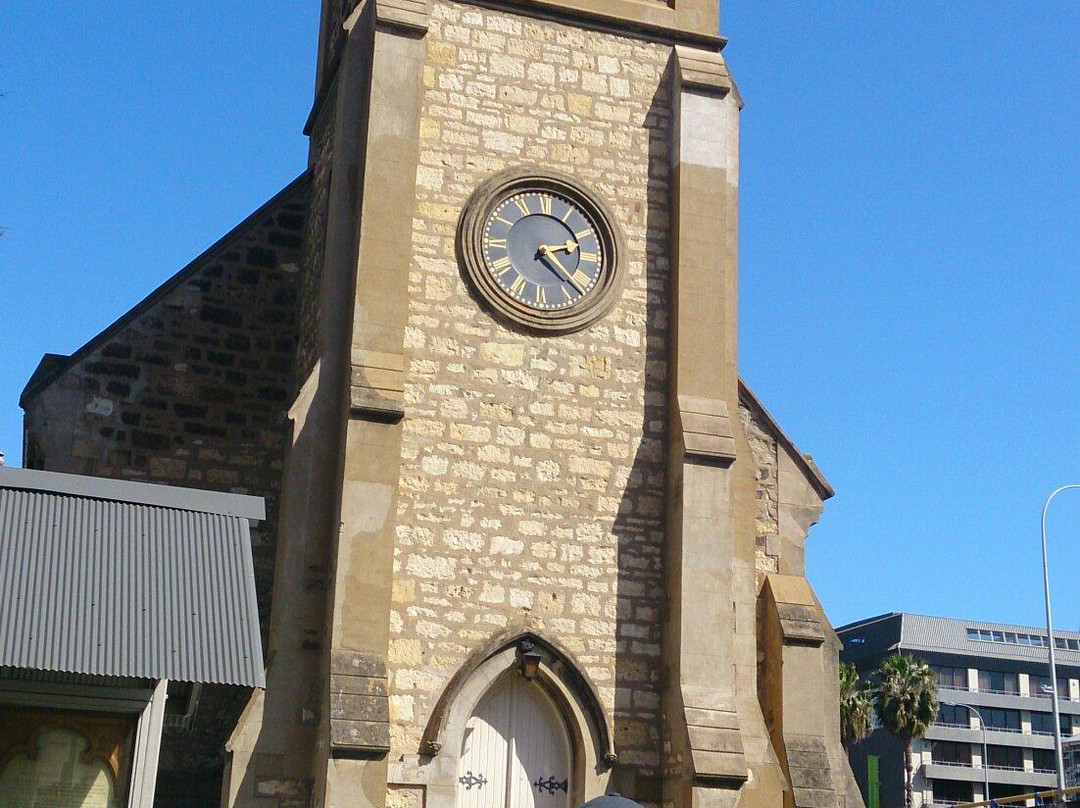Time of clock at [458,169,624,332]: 2:22
